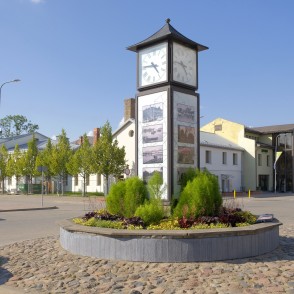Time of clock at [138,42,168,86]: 4:46
